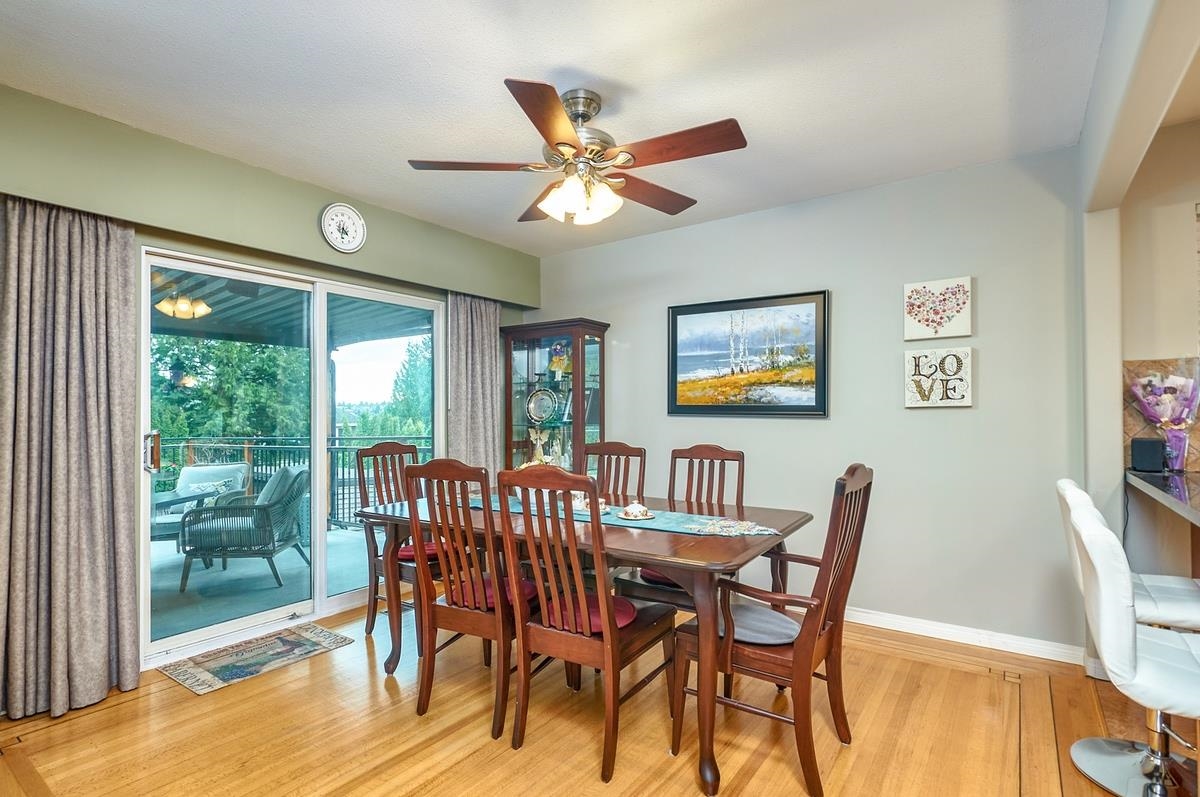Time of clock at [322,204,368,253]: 4:31
